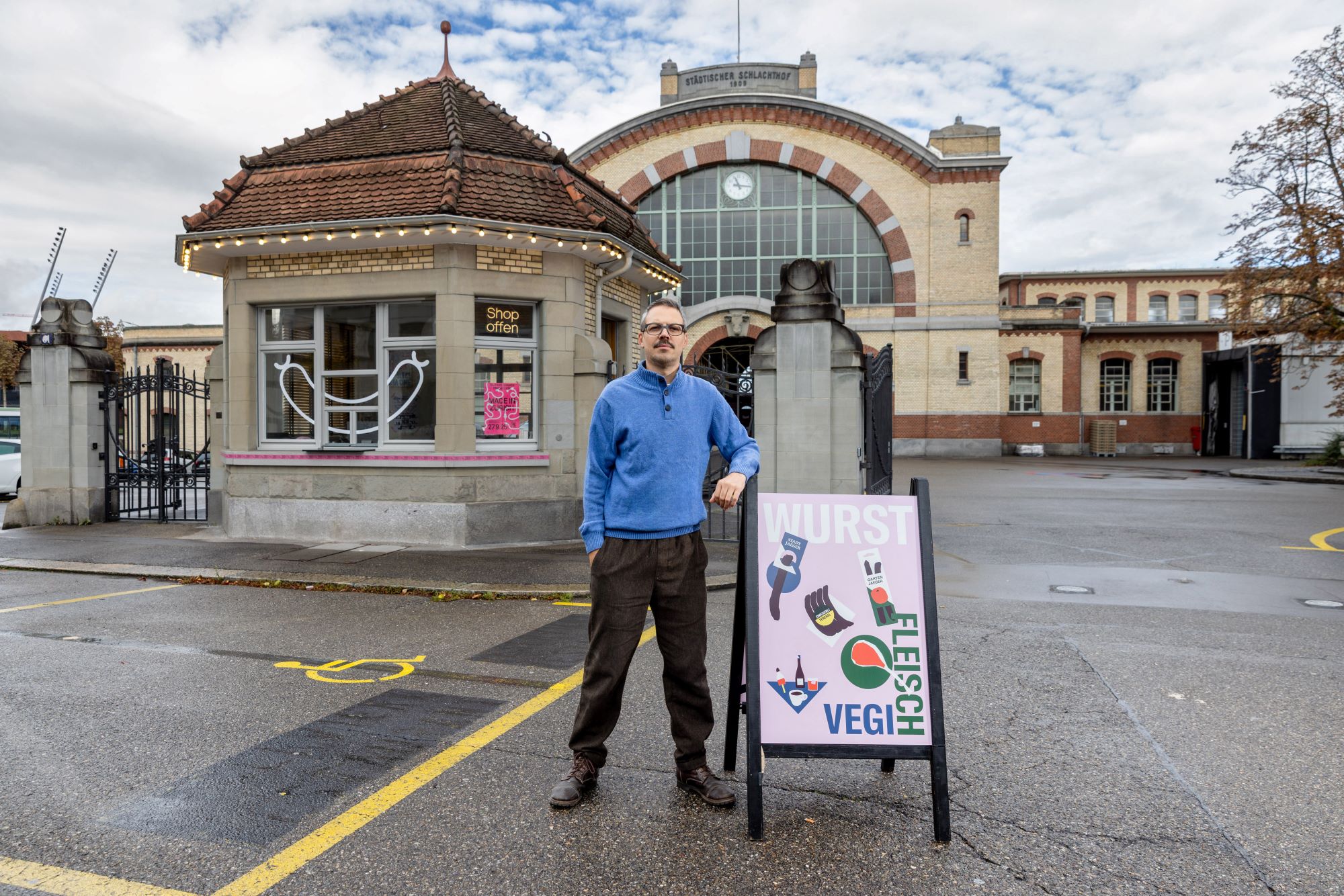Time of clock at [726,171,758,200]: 11:16
